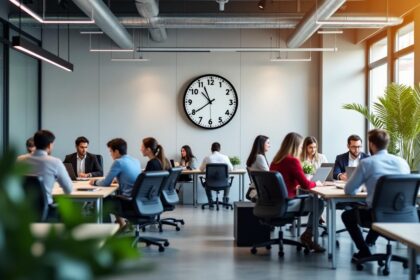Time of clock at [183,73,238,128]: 10:39
